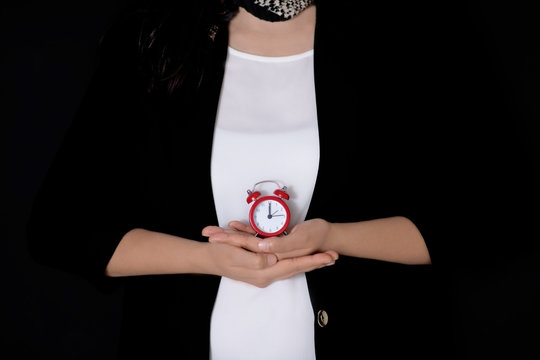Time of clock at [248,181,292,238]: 12:14
